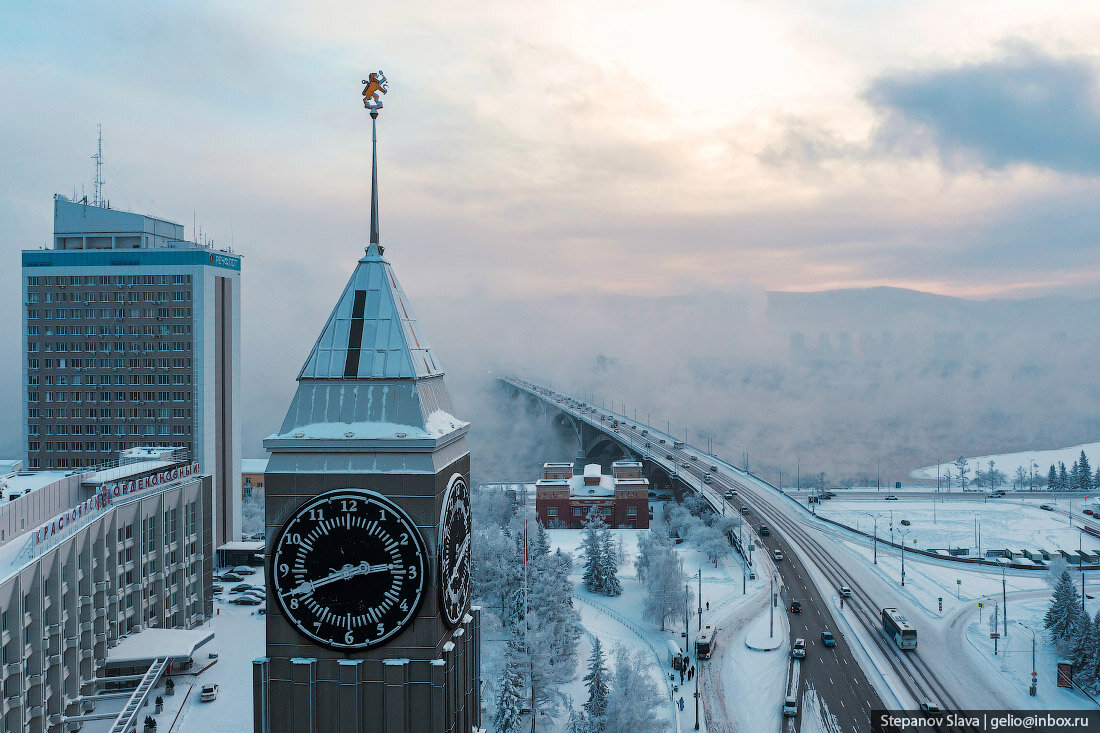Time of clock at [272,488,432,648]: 2:41
